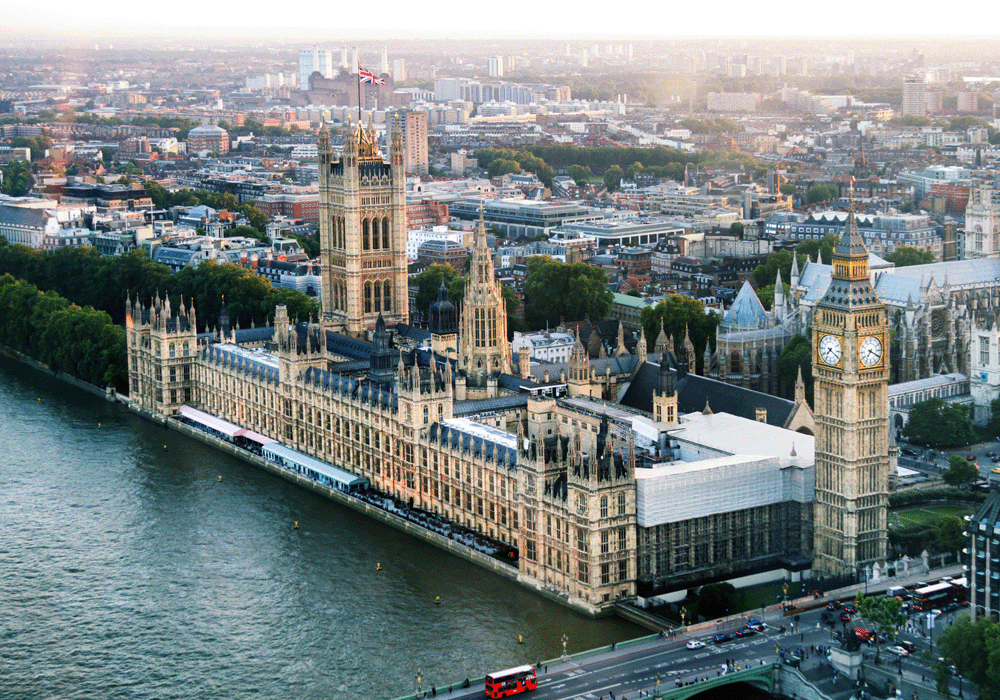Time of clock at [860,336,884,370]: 7:19
